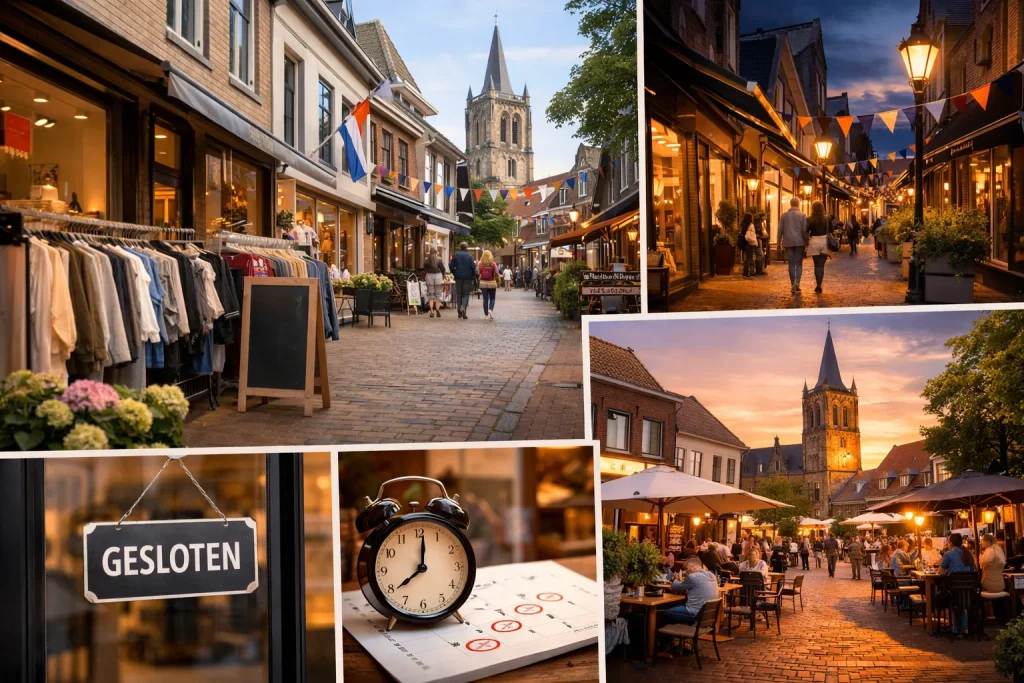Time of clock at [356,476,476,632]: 8:01
